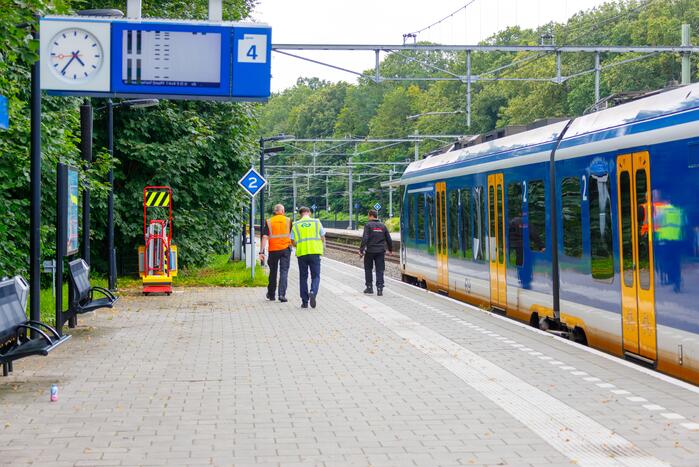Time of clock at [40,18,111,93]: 4:36
